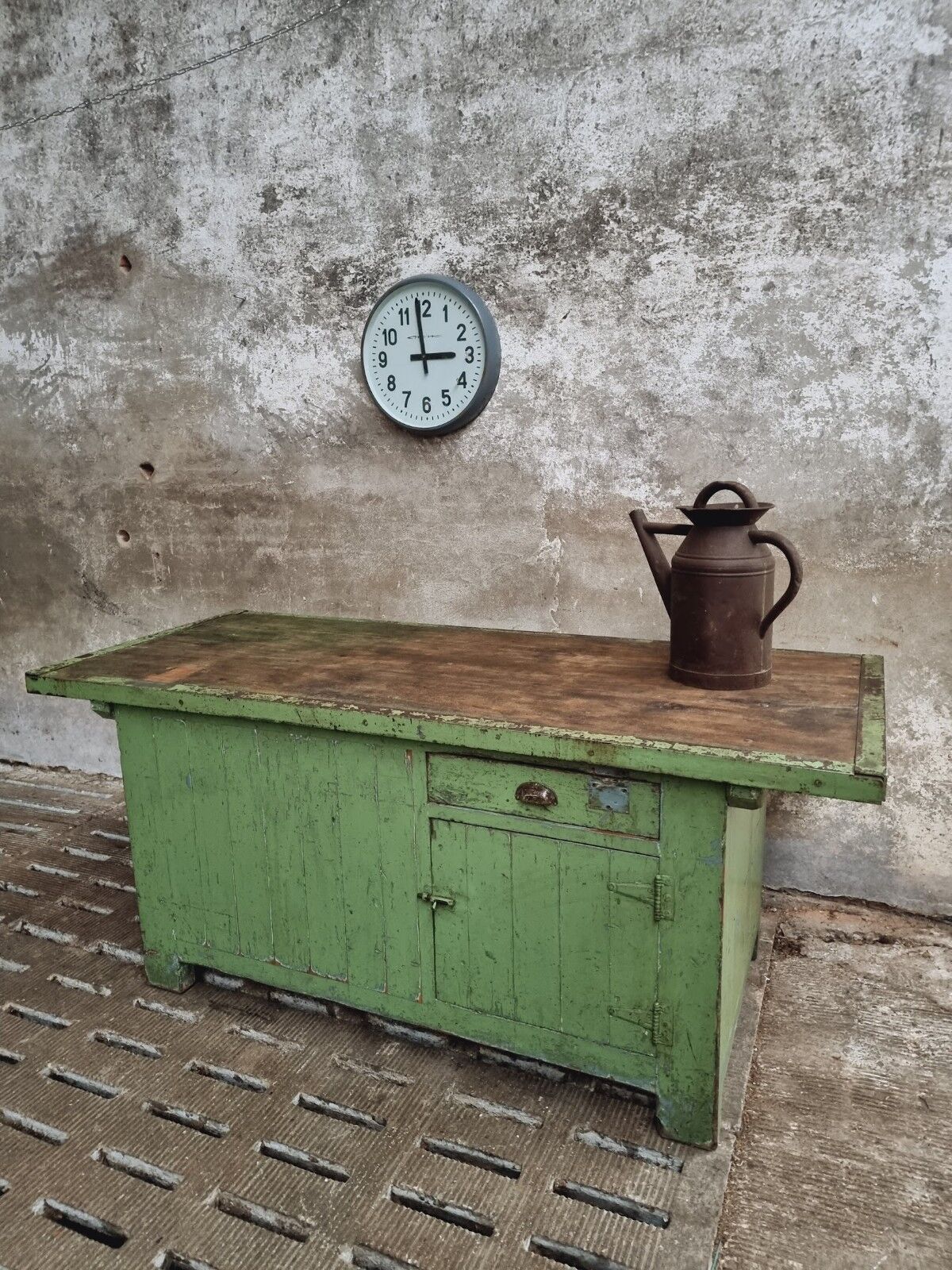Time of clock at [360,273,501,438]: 2:58
